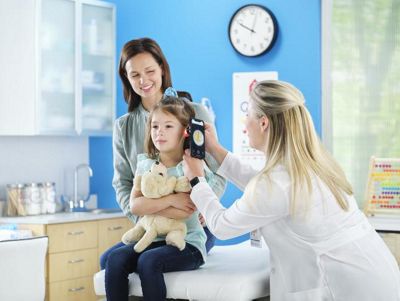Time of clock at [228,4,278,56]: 12:49
